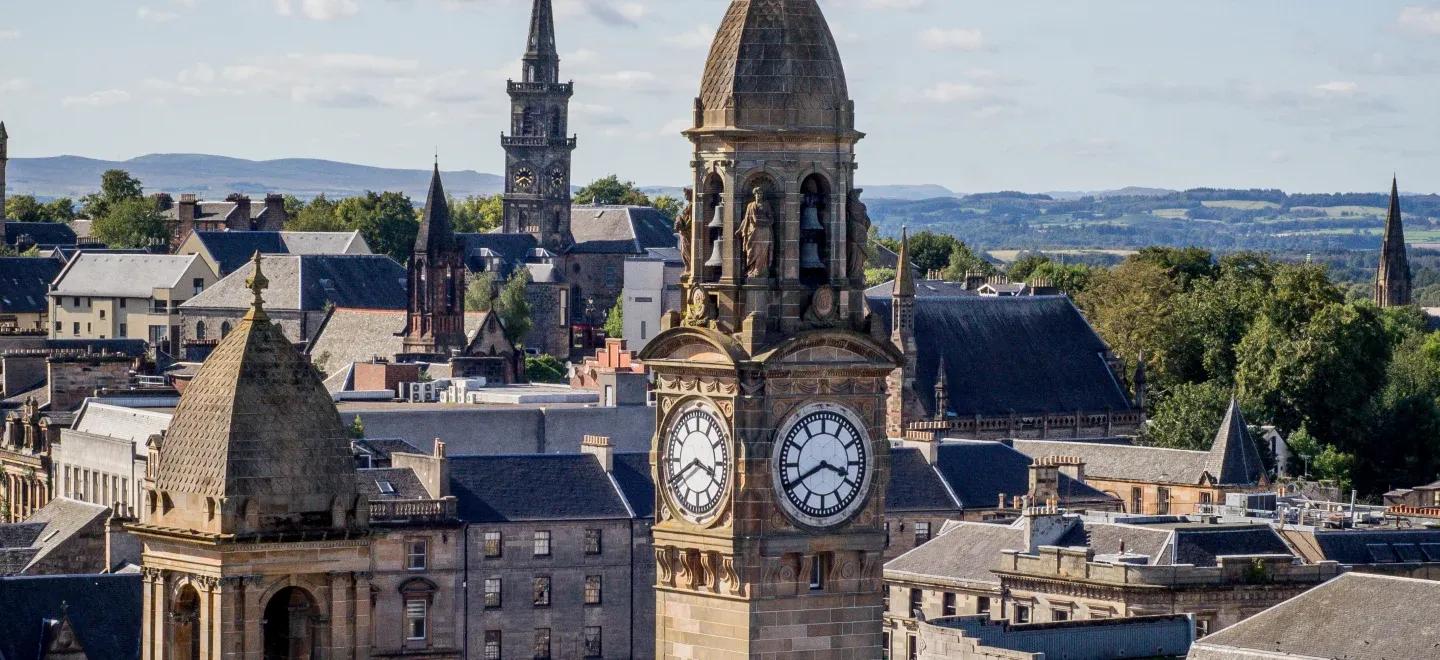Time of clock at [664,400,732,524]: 3:40
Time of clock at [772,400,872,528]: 3:40
